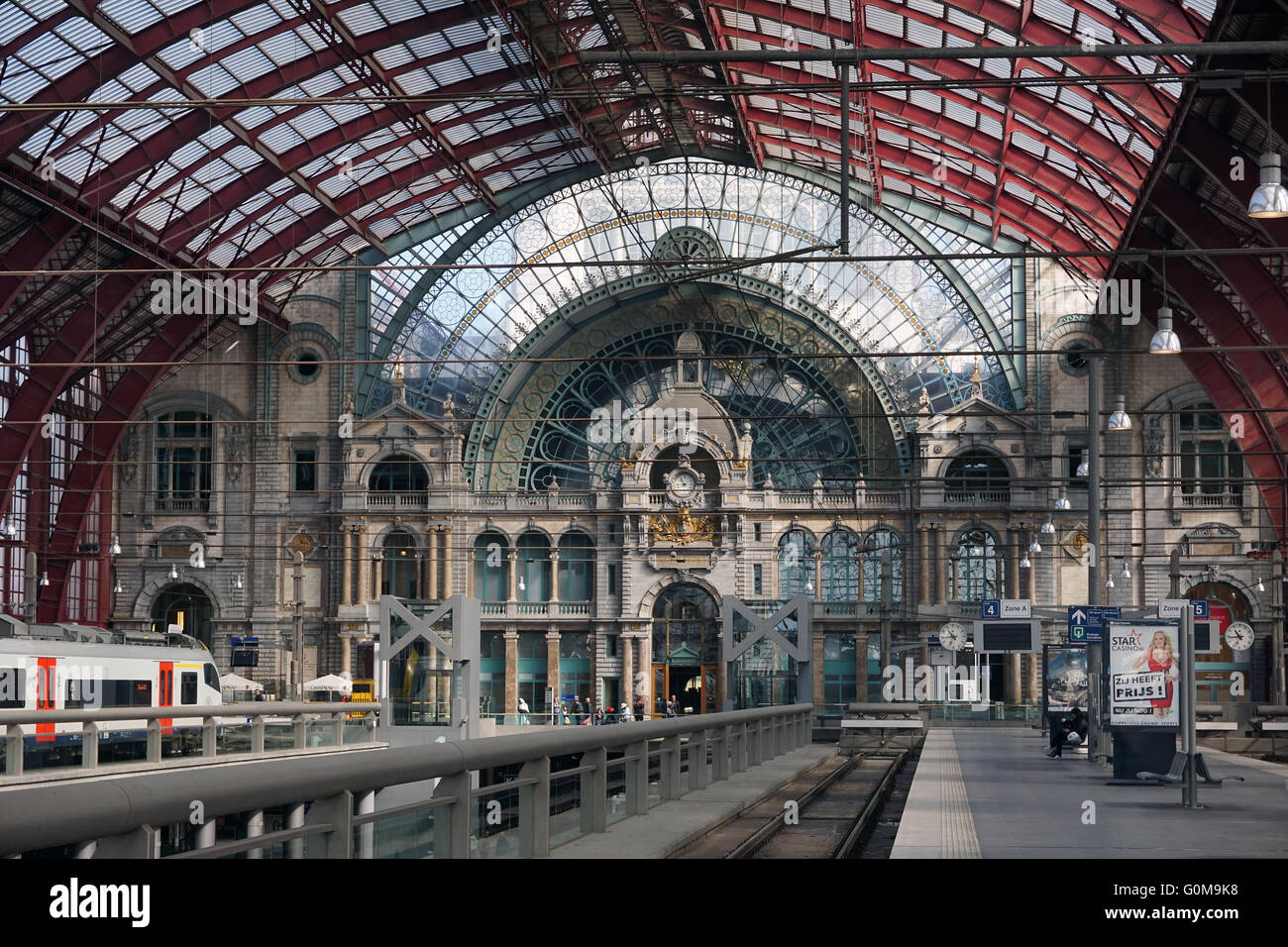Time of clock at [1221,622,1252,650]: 10:43
